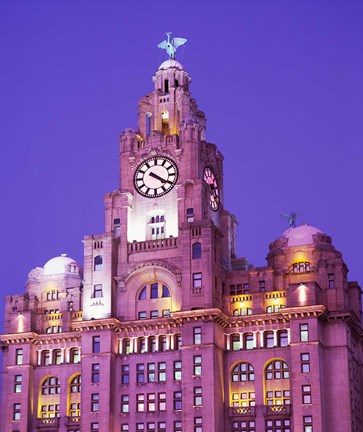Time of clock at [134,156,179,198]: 4:20
